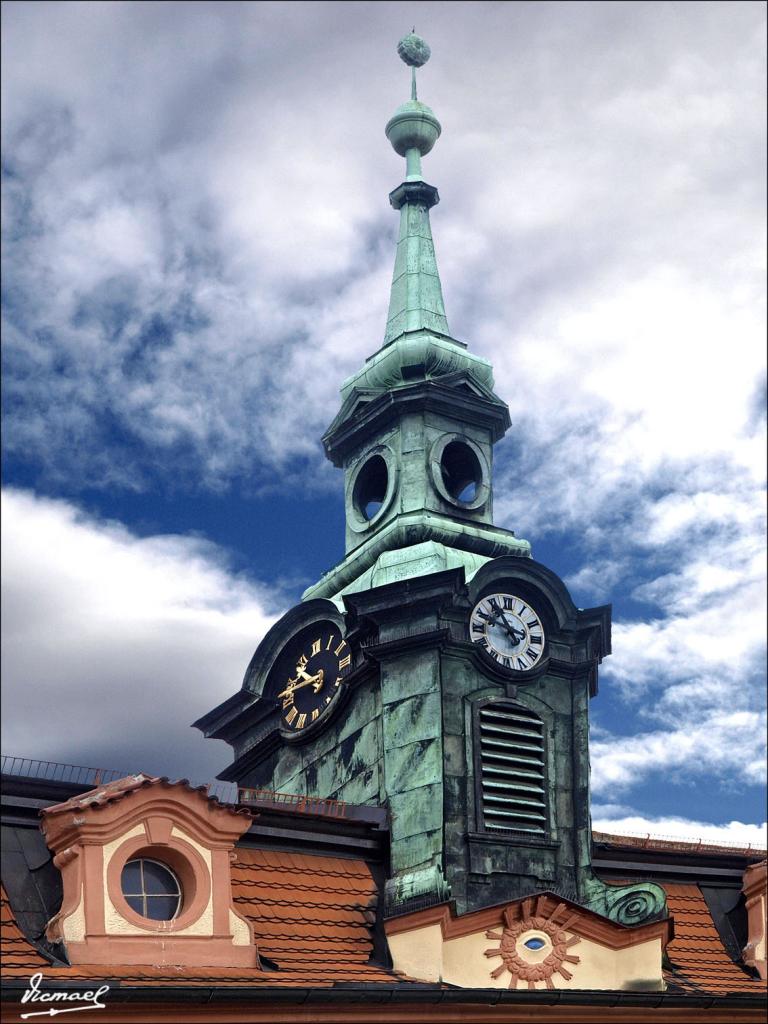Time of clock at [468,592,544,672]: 10:47
